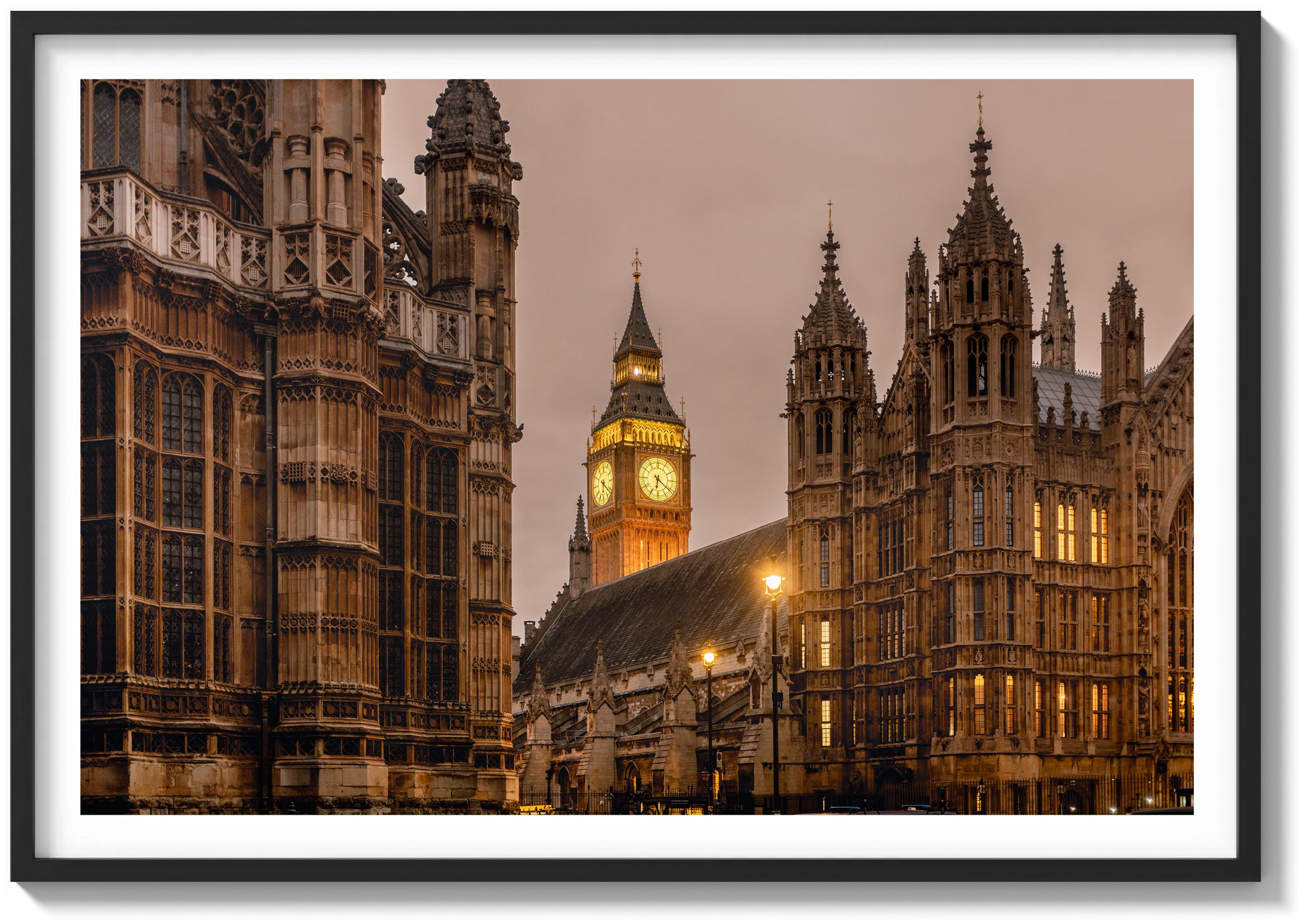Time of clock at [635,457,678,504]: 6:21
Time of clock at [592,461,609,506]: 6:21
